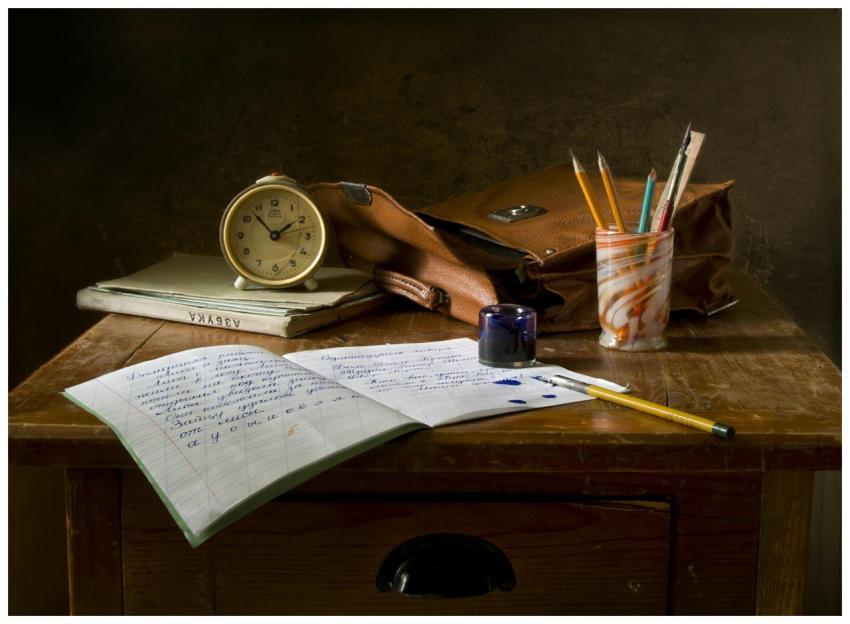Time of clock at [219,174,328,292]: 1:52
